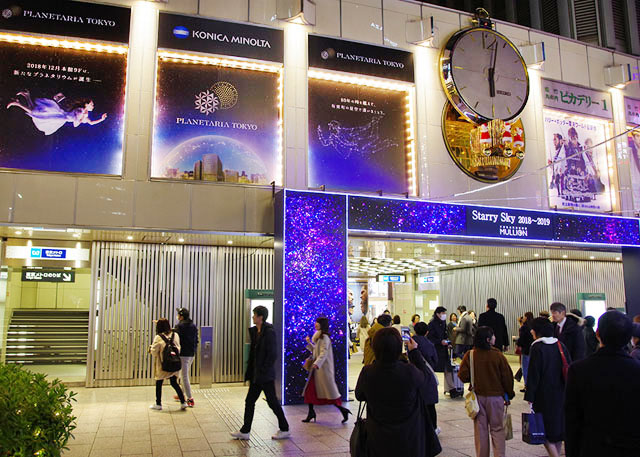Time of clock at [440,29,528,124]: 6:02
